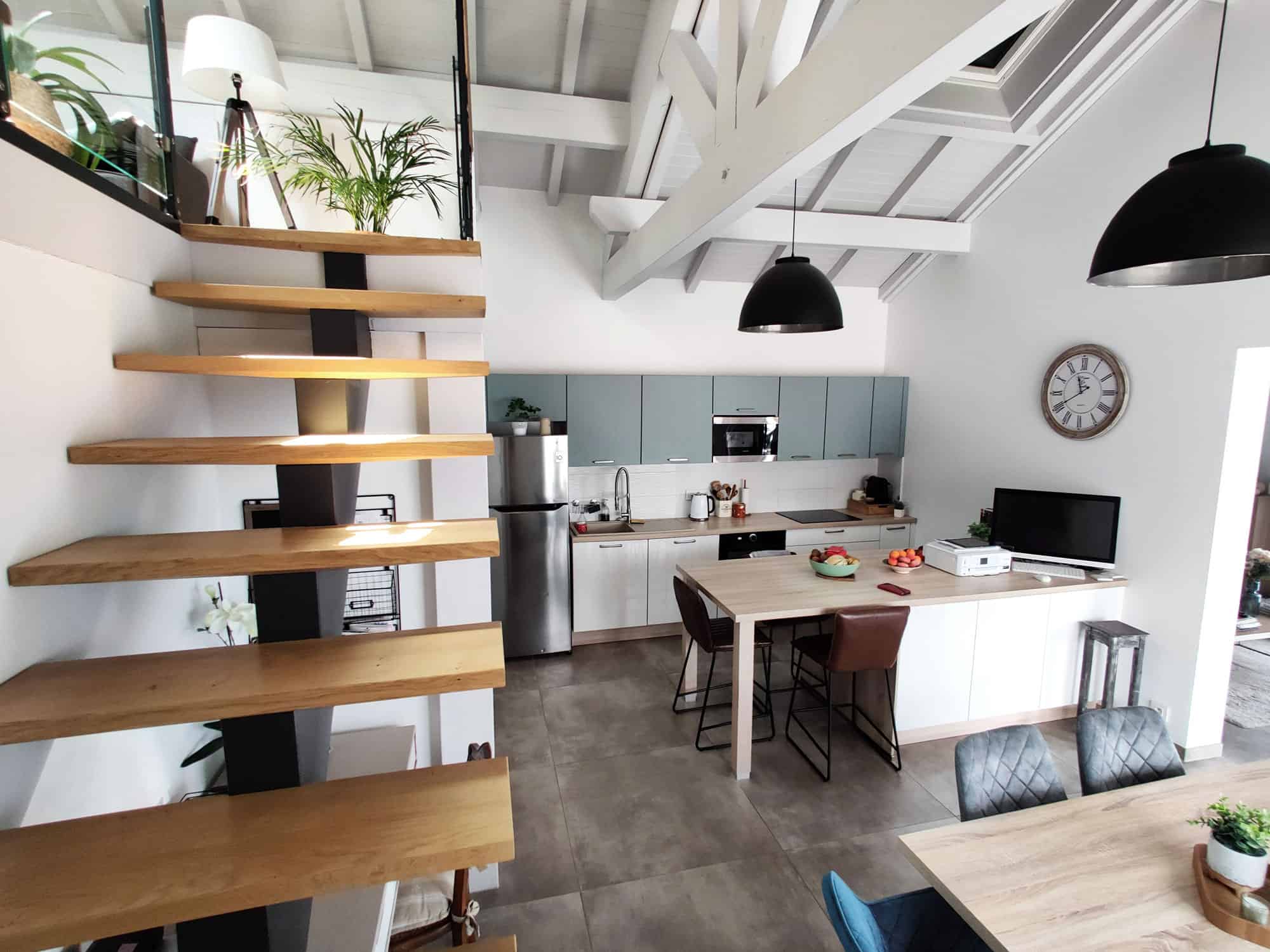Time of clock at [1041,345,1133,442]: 11:40
